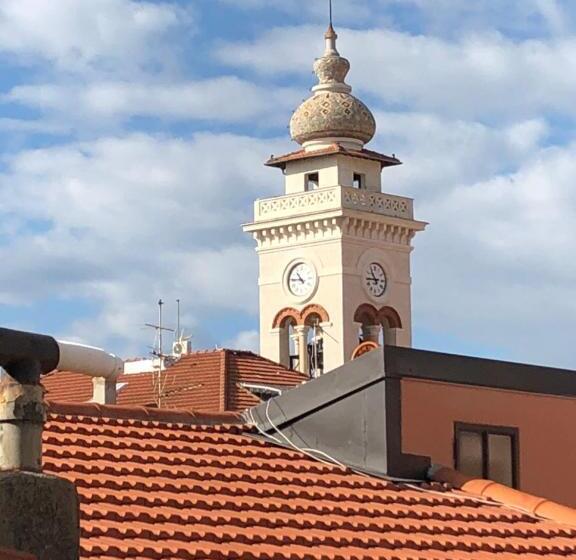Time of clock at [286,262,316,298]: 10:45
